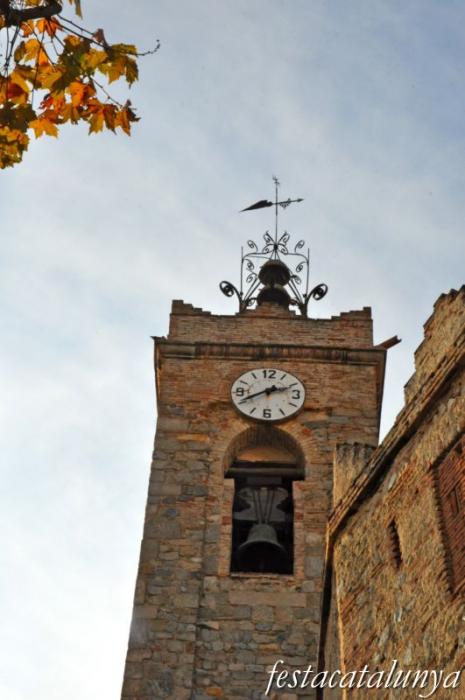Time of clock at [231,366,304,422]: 2:40
